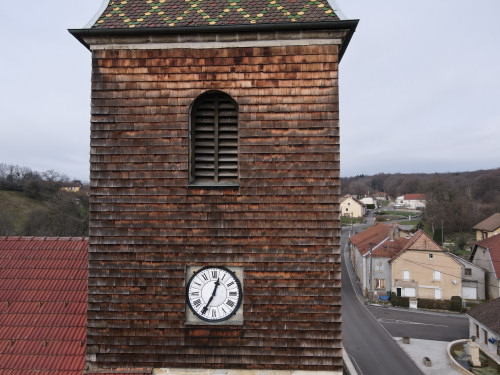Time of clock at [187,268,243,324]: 12:35
